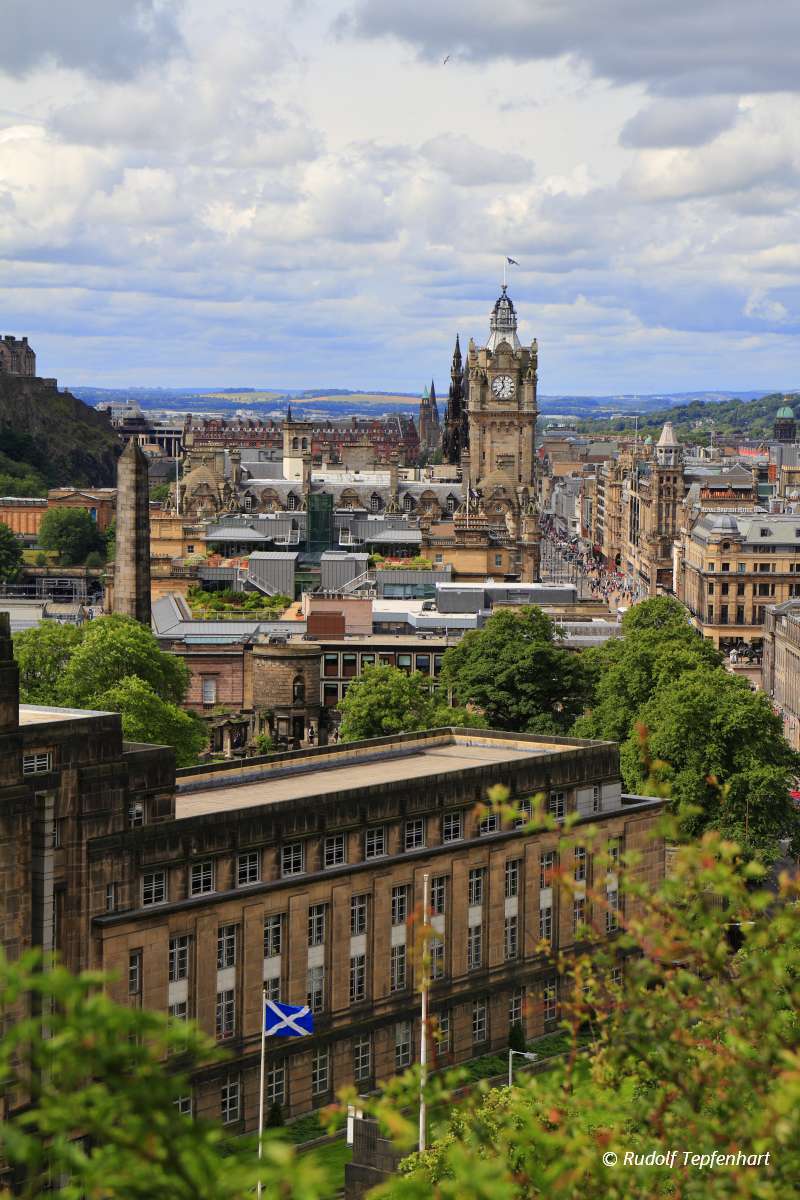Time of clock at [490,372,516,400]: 11:36
